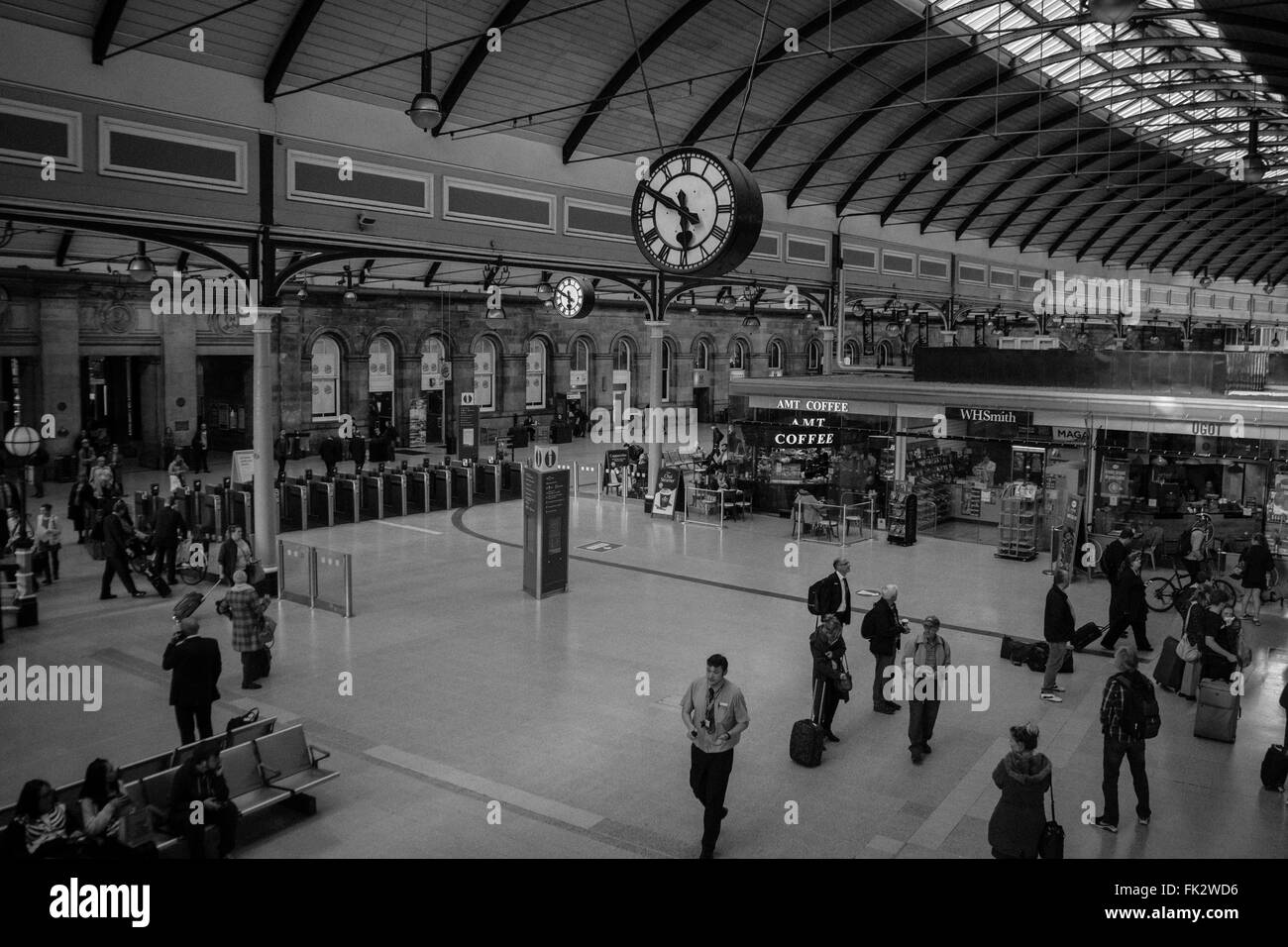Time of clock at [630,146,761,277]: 5:49
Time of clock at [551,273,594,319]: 5:49
